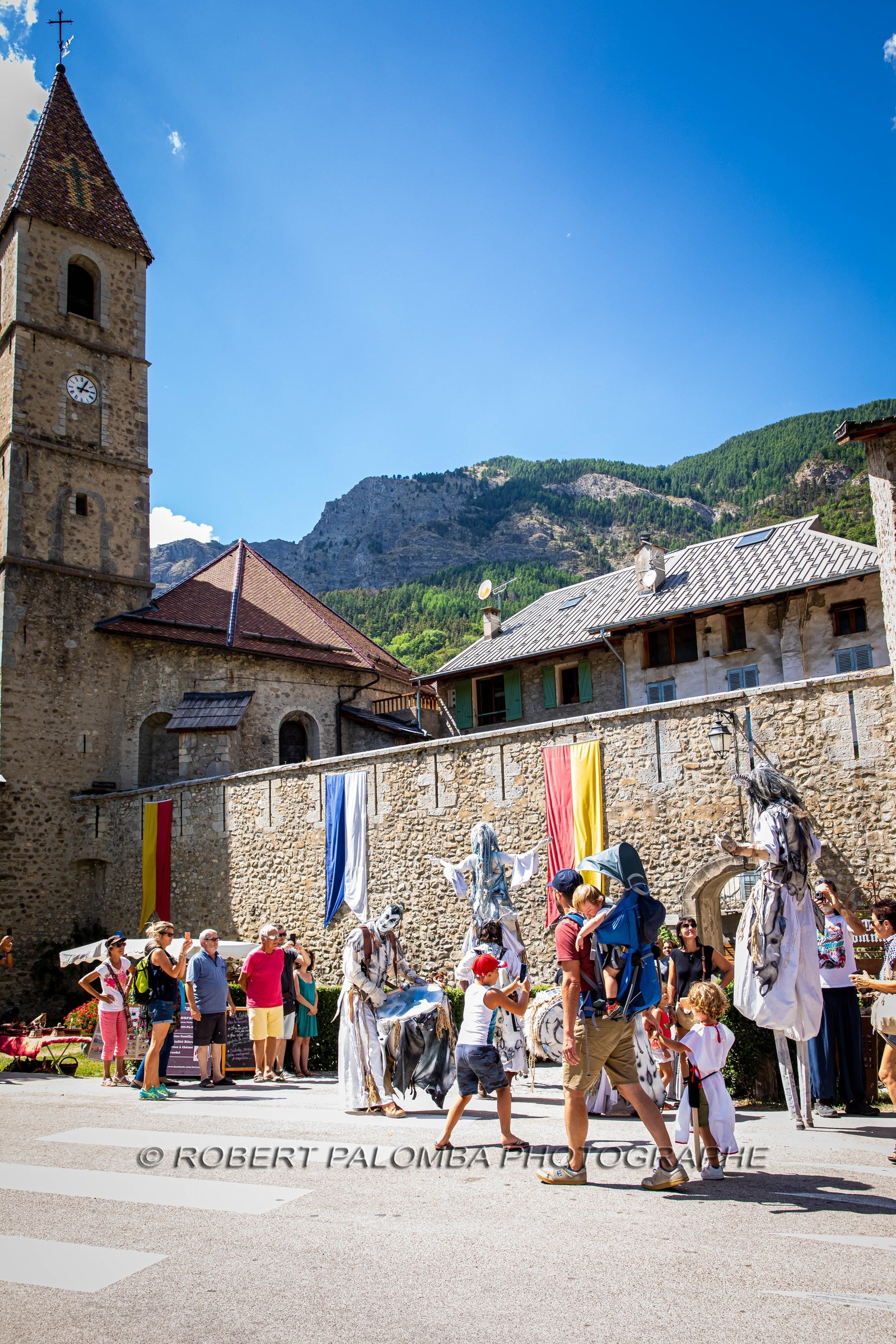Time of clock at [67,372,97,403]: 3:04
